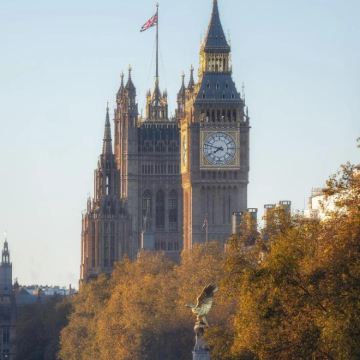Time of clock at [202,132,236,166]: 7:47
